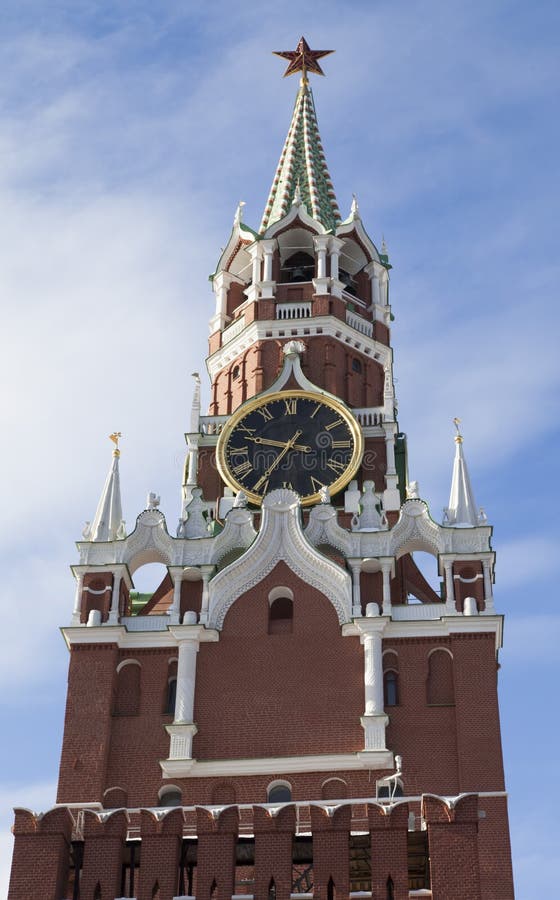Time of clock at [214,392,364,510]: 9:35
